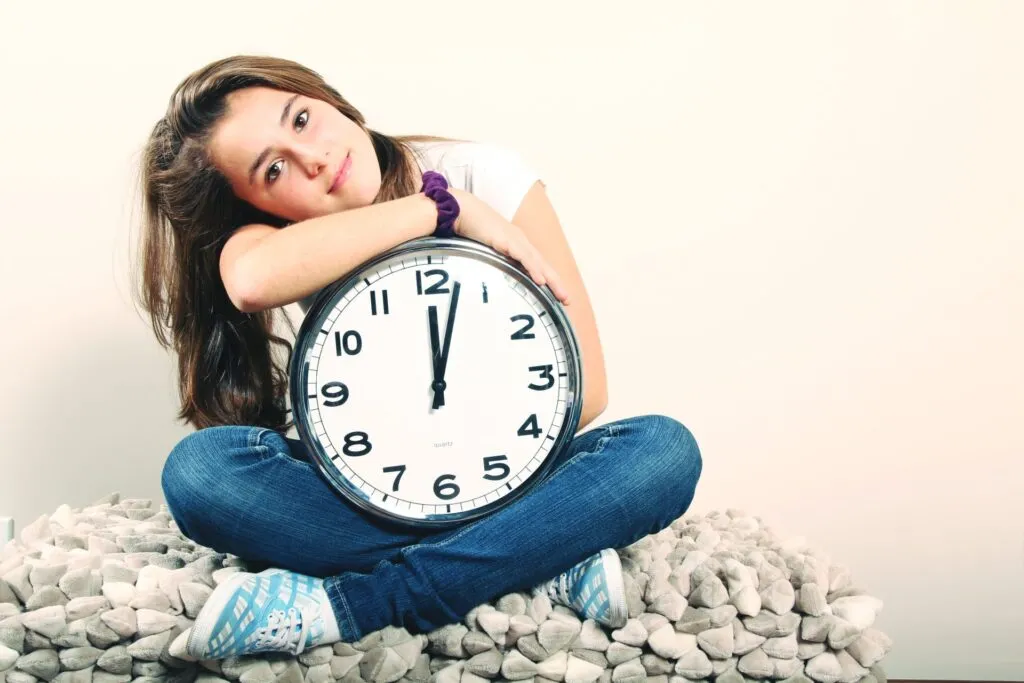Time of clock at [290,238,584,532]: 12:02
